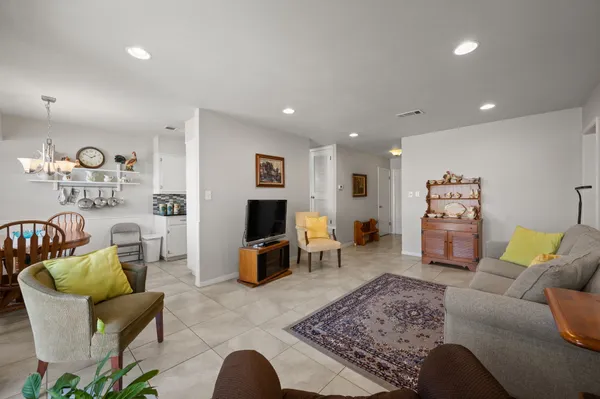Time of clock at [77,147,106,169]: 1:50
